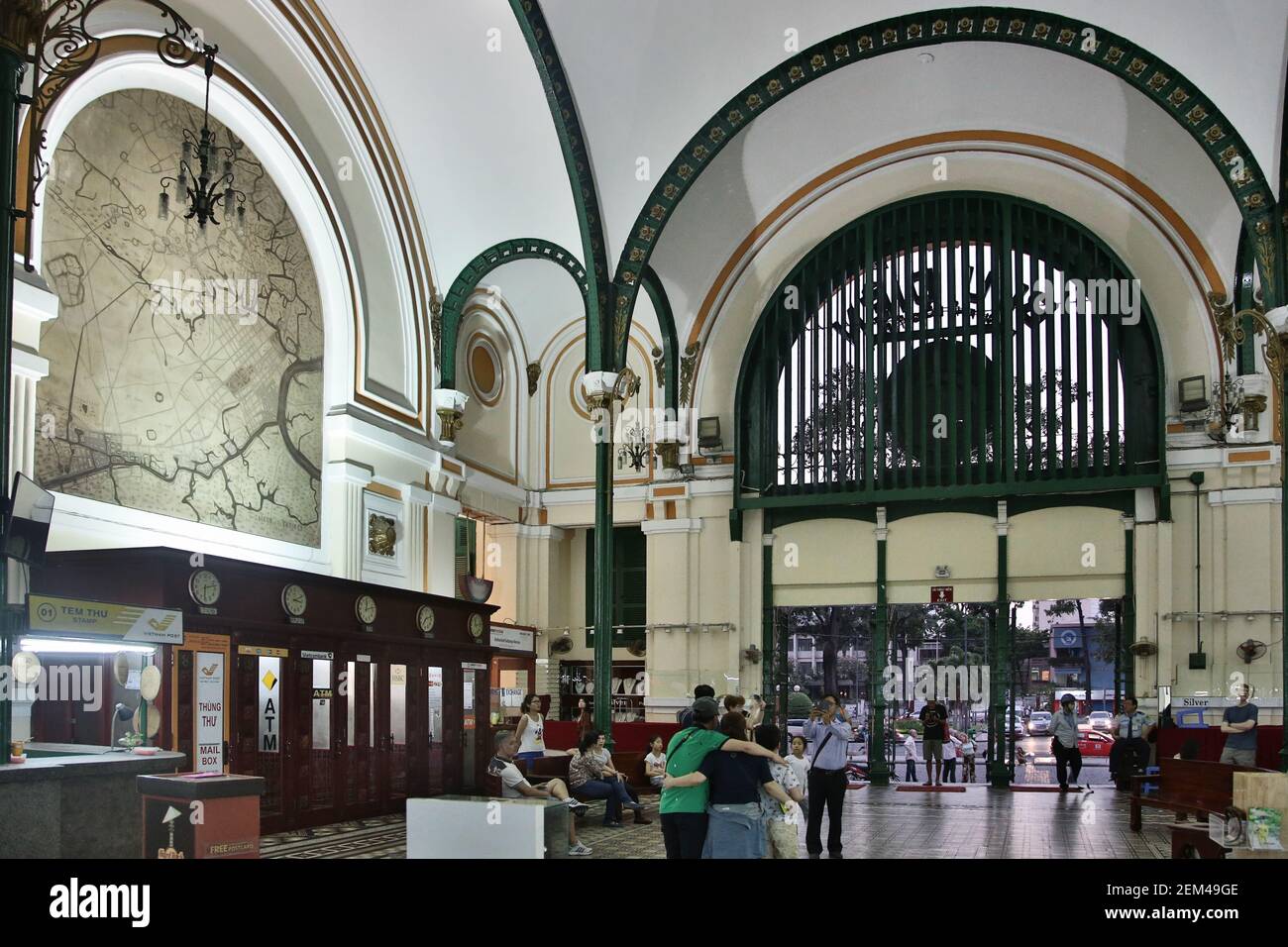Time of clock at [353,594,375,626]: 12:12
